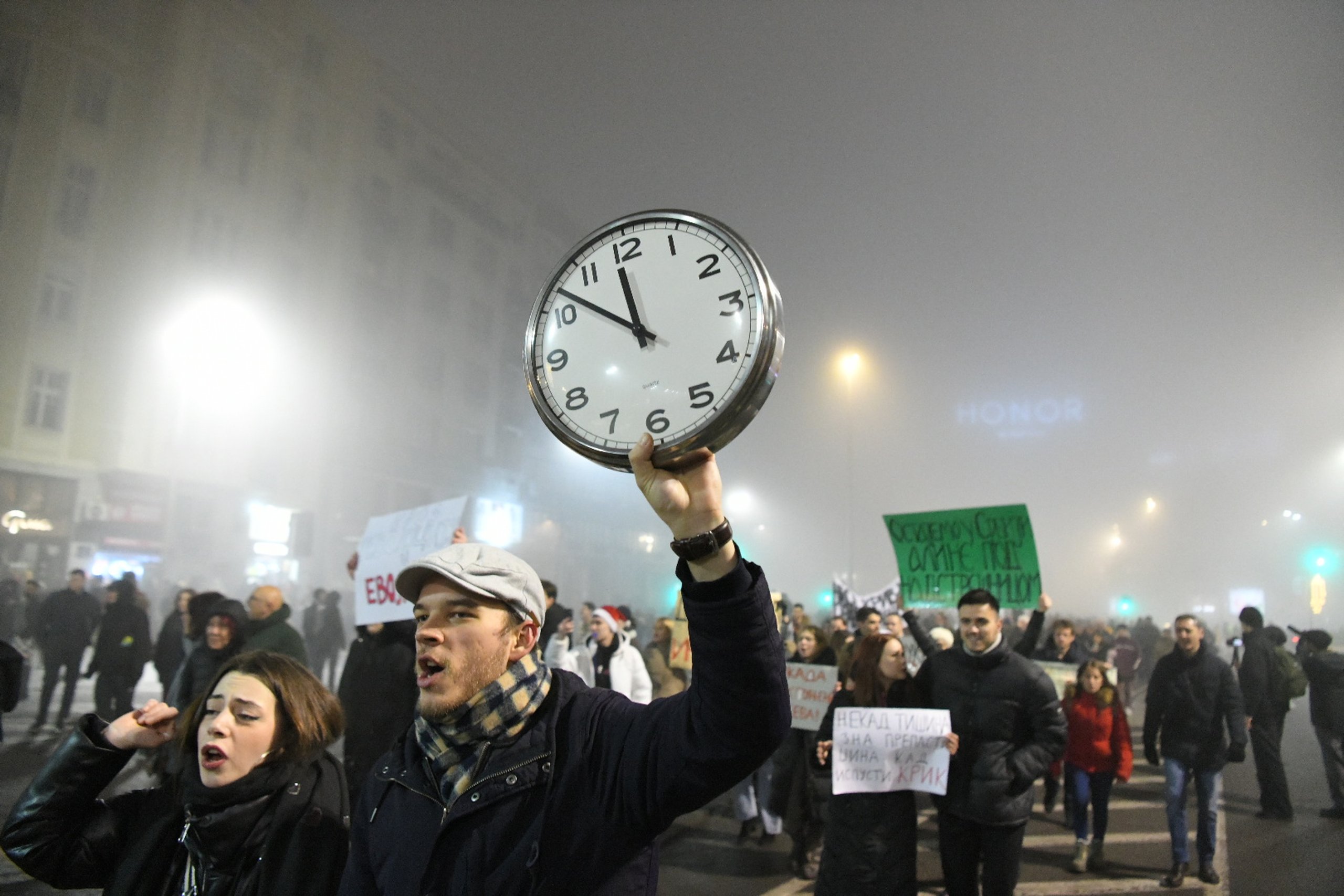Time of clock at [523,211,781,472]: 11:51
